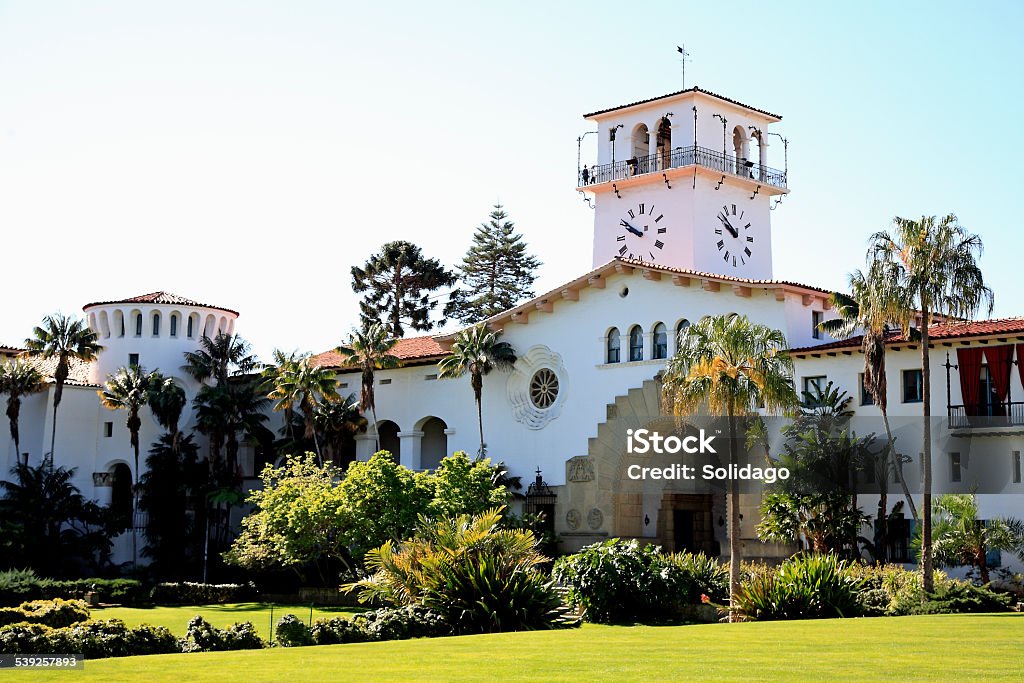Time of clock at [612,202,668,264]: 9:50
